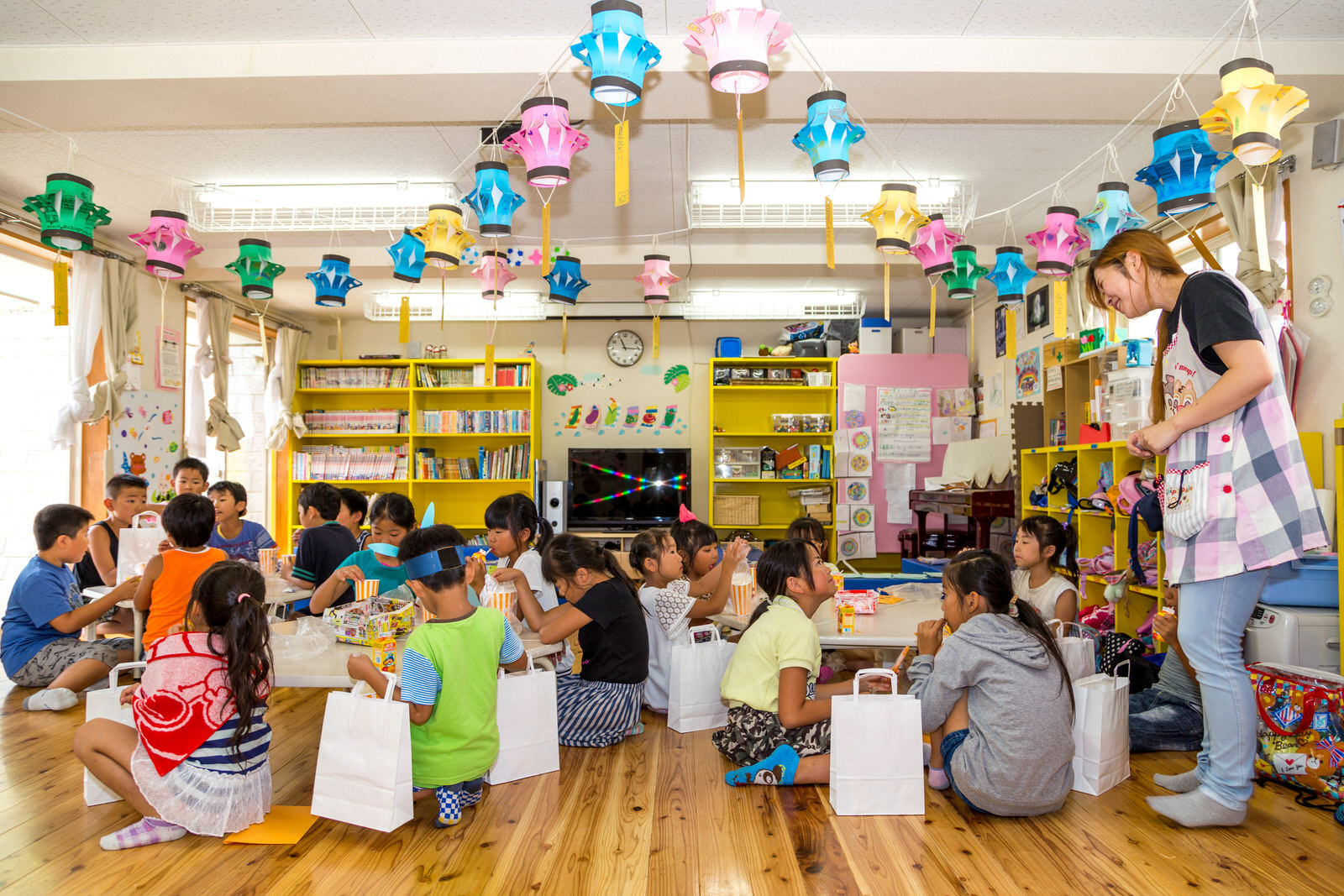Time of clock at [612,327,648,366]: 11:15
